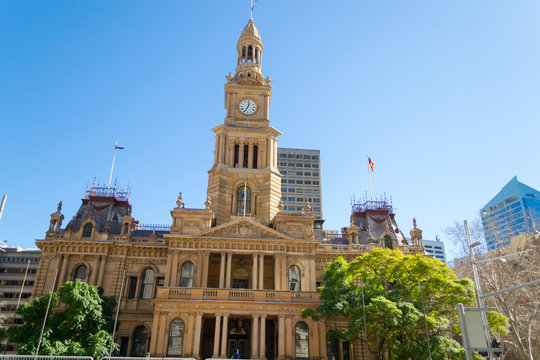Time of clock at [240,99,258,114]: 12:34
